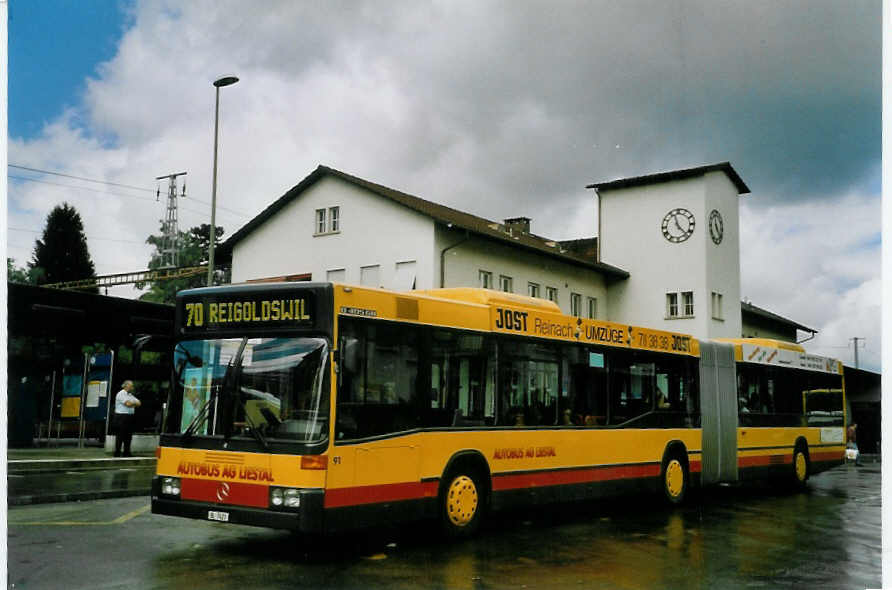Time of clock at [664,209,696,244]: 11:22
